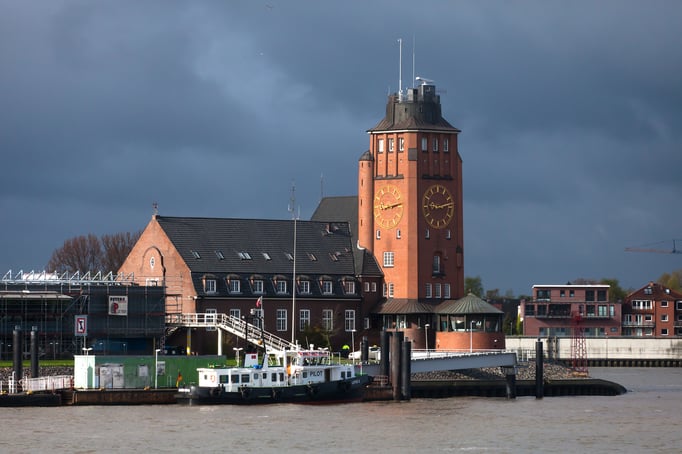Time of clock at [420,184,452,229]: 9:12
